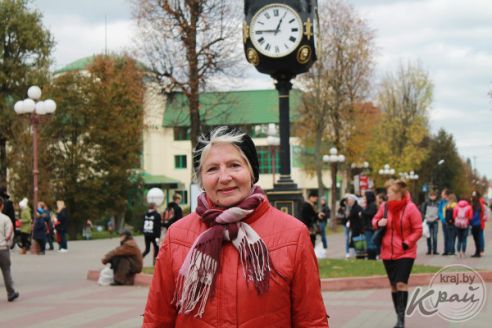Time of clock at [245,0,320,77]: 12:45
